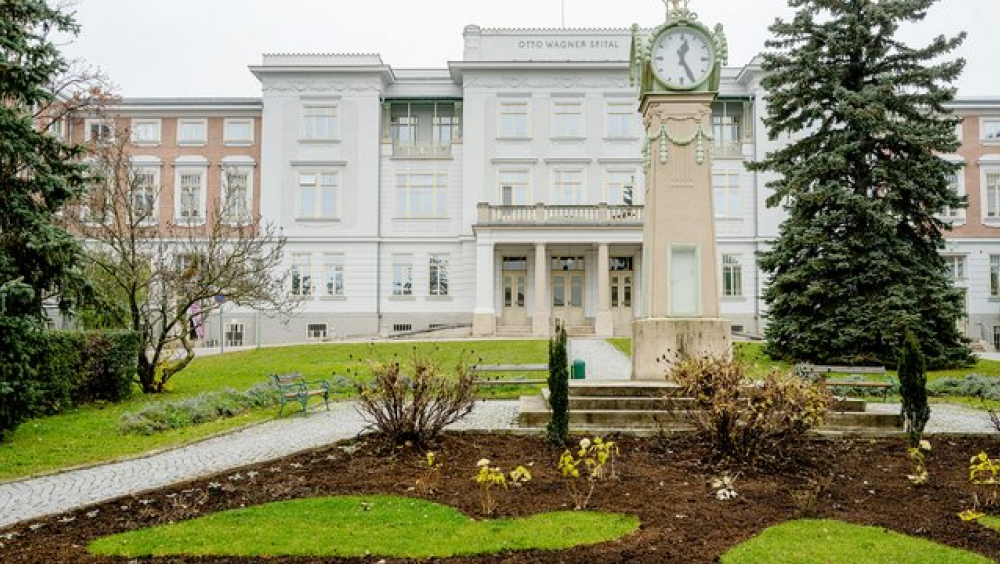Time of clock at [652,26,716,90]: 12:25
